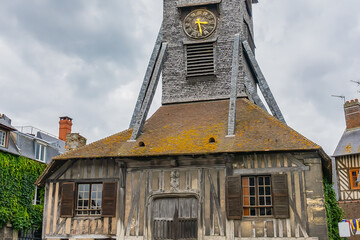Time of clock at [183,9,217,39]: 3:27
